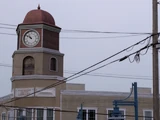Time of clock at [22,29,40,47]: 10:51
